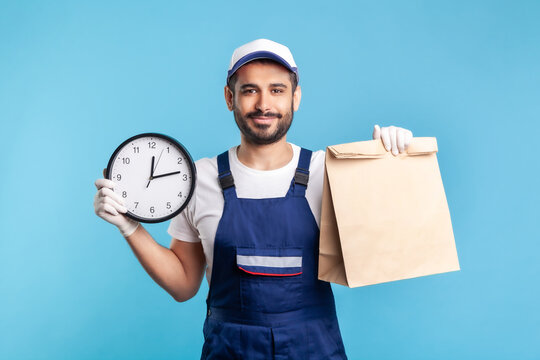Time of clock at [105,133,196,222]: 12:13
